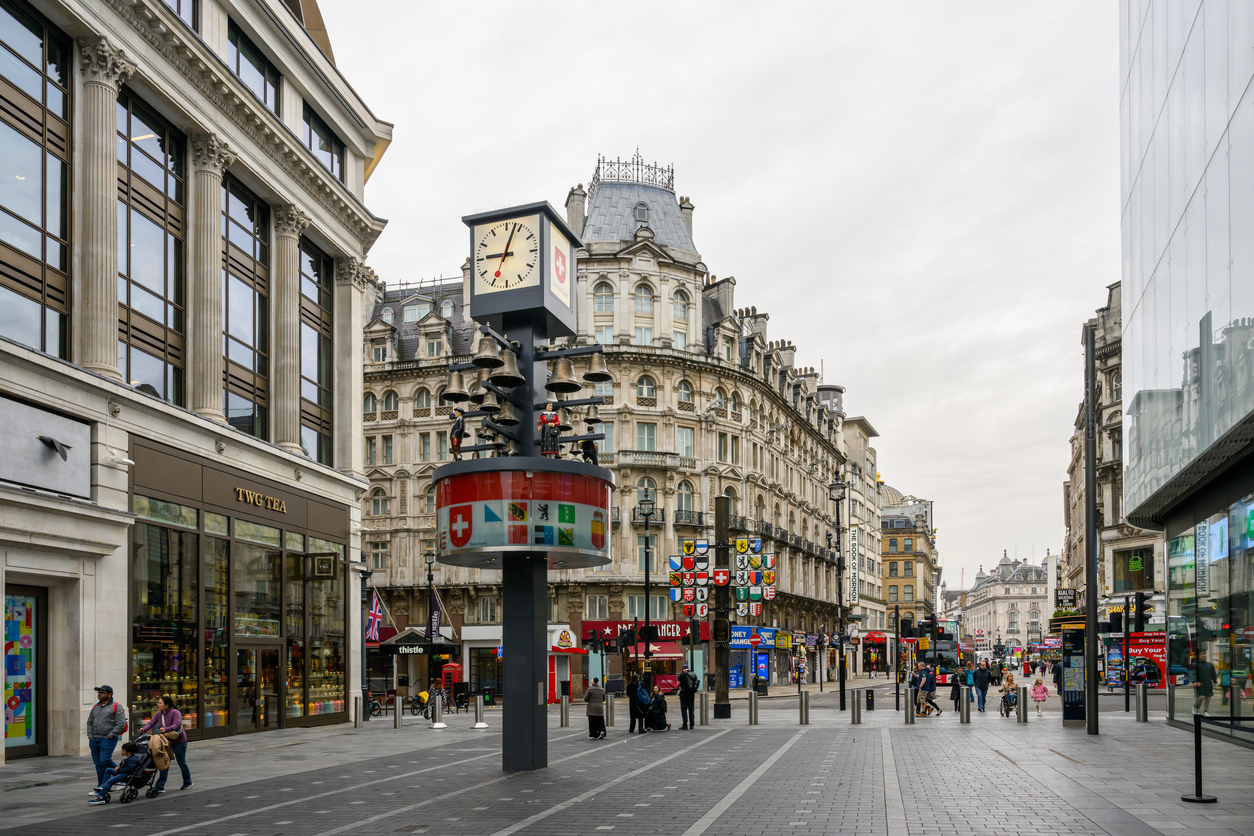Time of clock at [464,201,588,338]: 9:03
